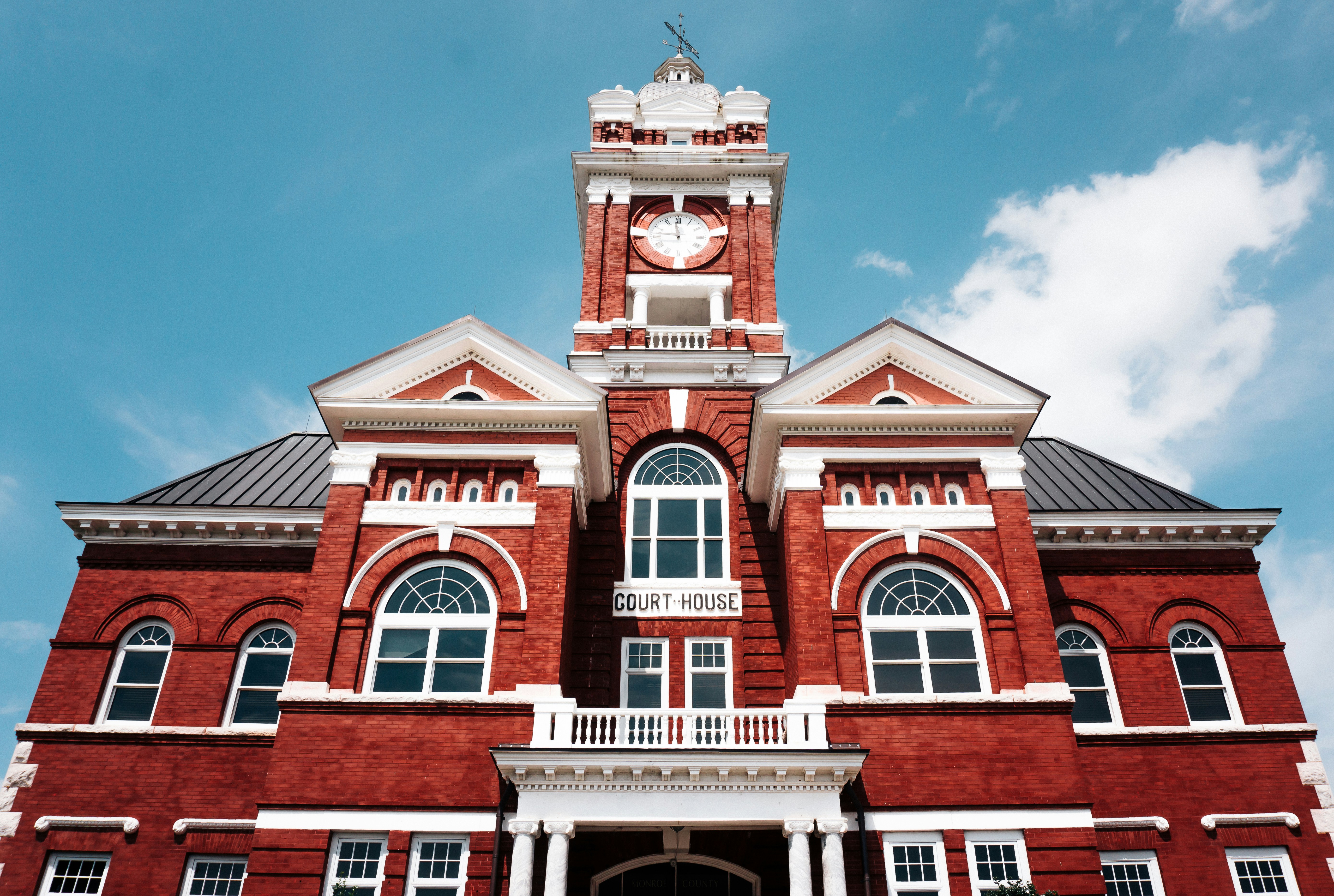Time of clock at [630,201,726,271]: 11:46
